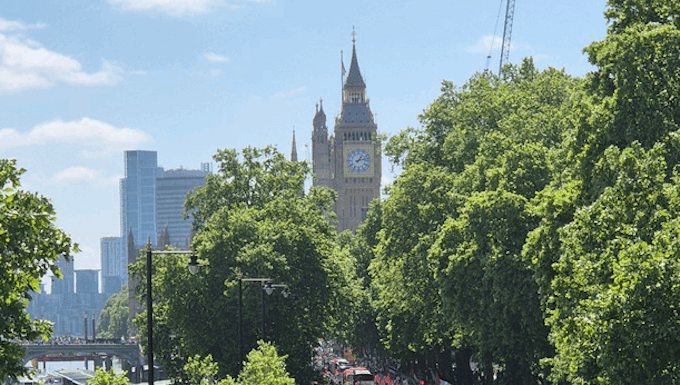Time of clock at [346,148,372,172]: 1:12
